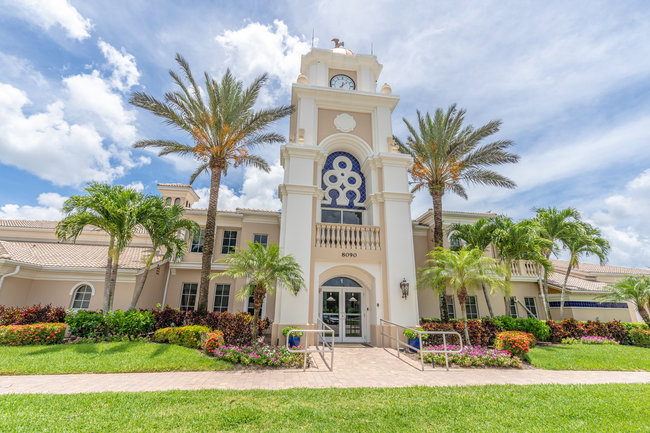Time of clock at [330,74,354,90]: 12:07
